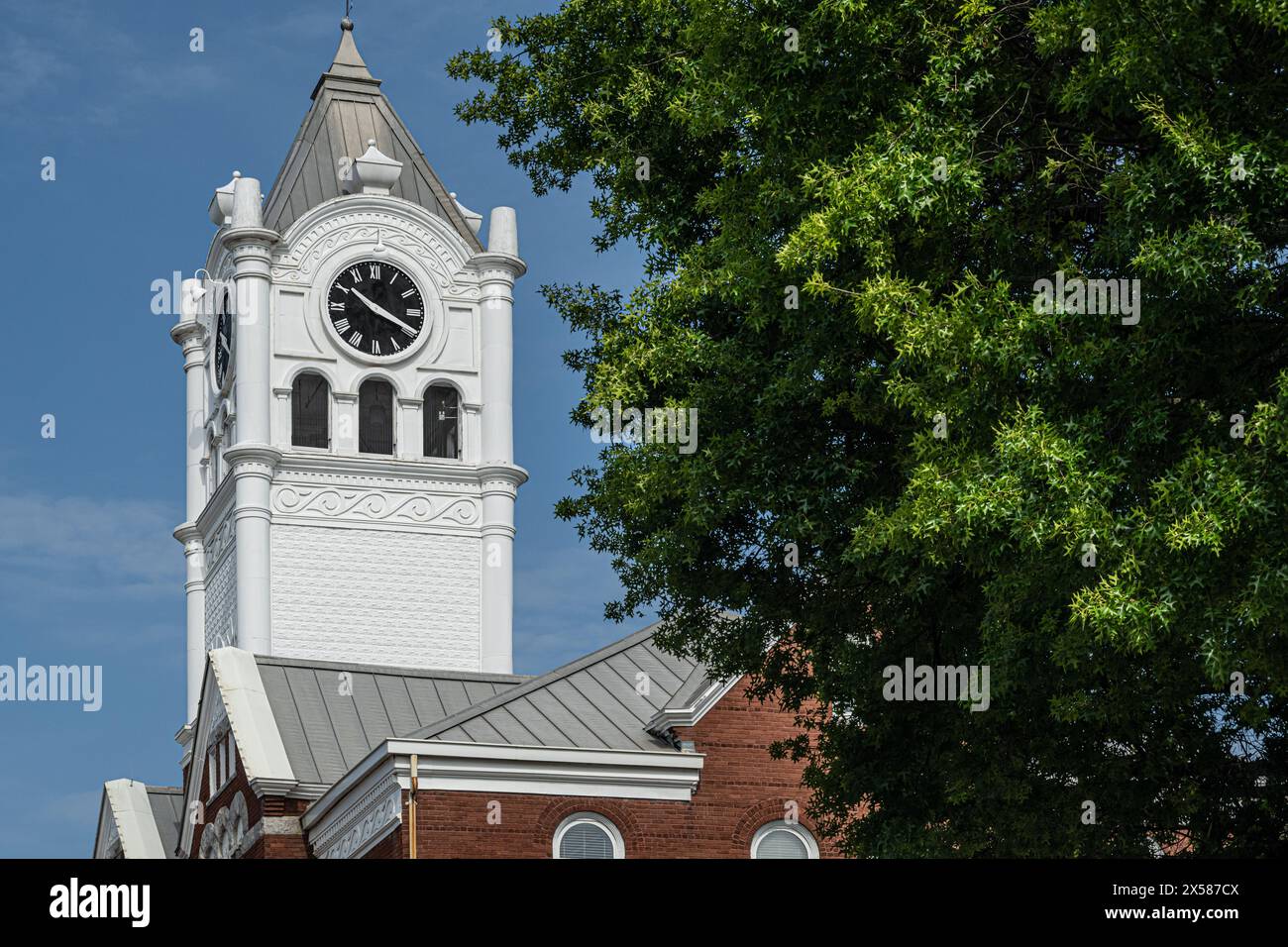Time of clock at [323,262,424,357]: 10:19
